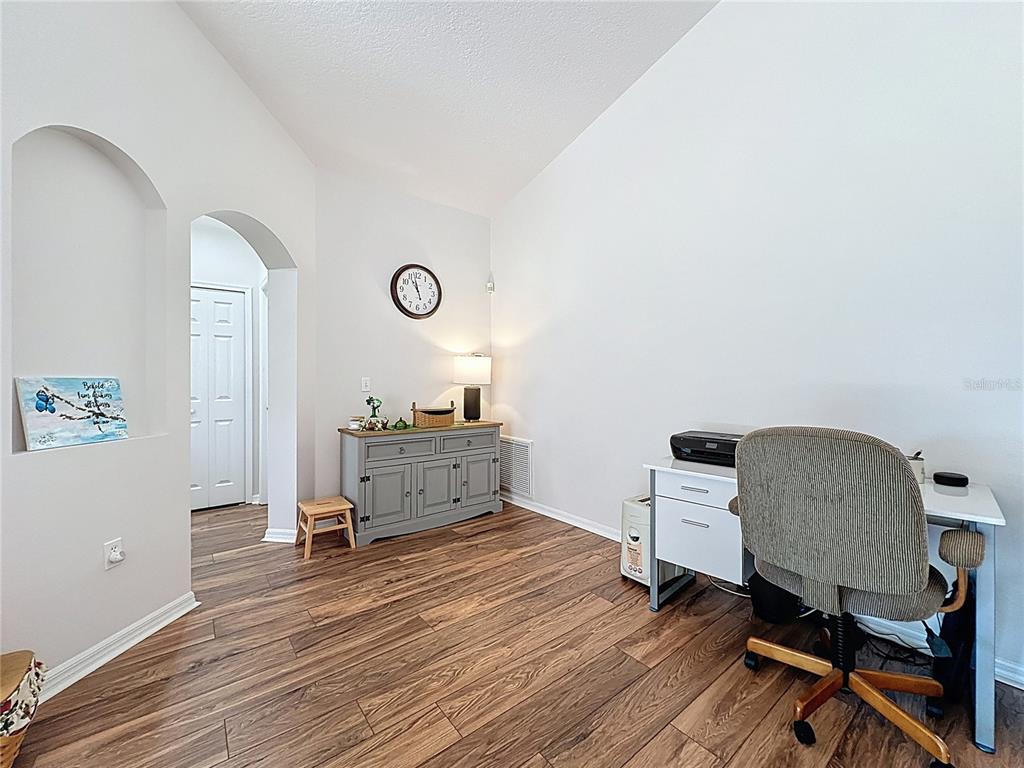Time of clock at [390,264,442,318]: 10:57
